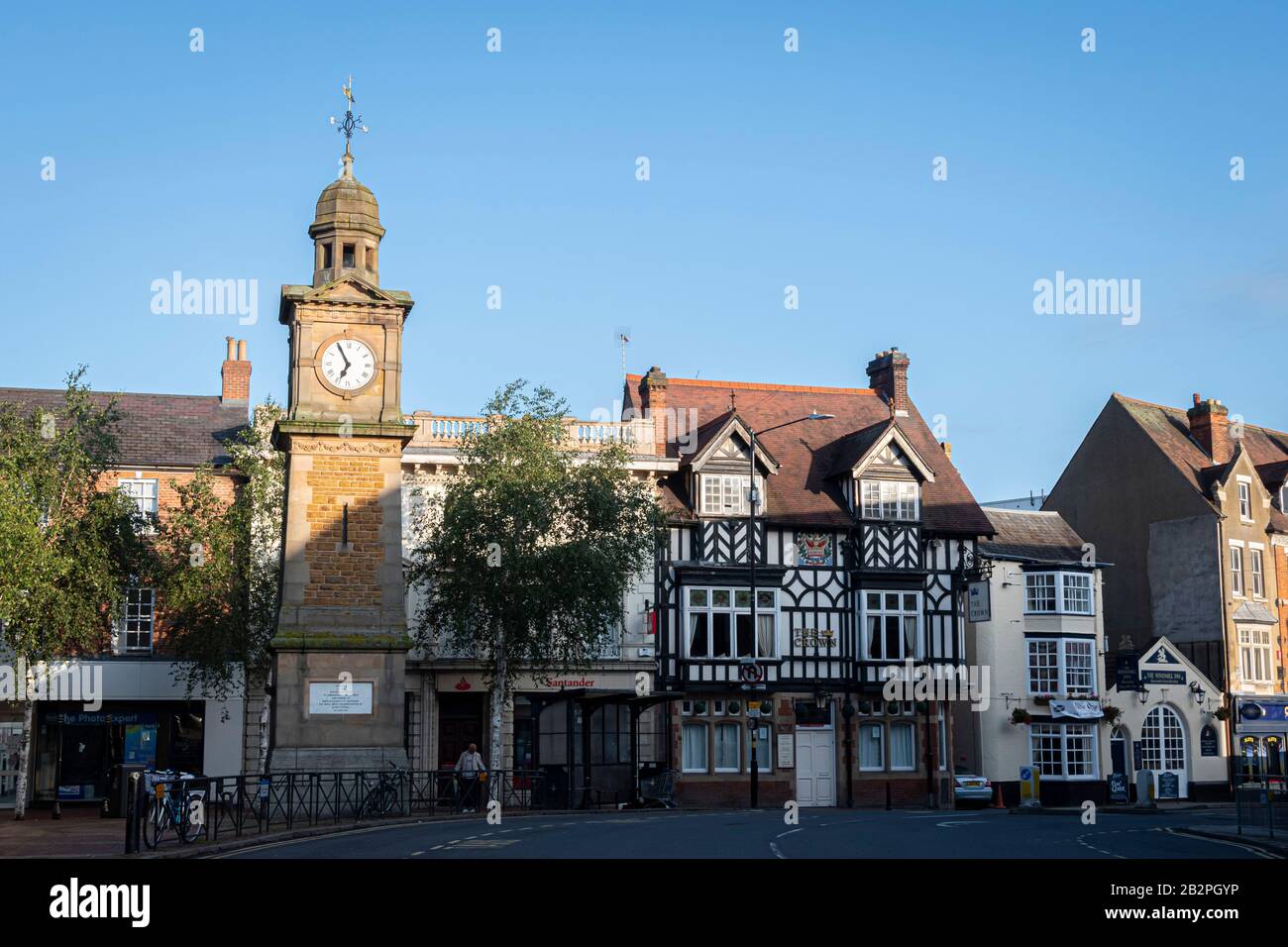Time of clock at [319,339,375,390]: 6:55
